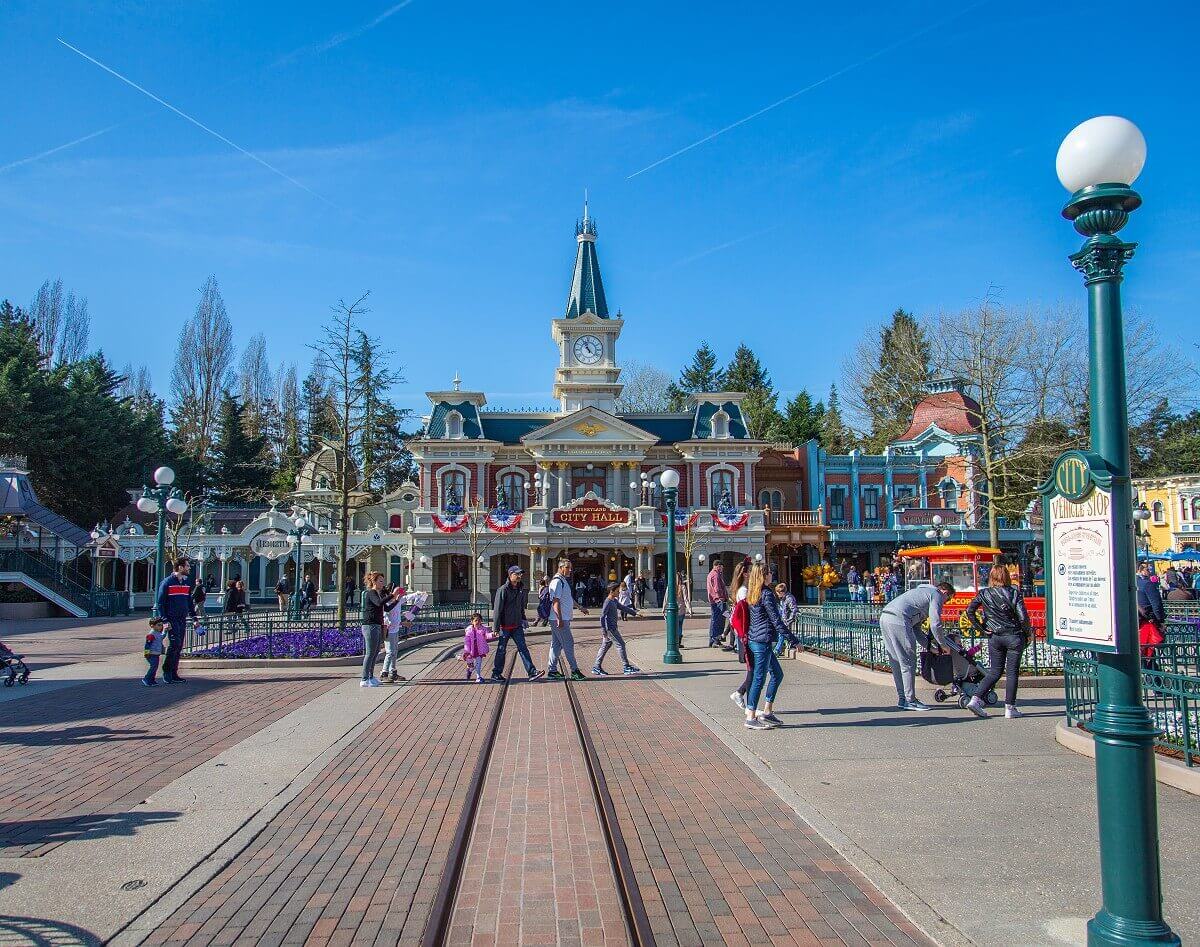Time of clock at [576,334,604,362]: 11:22
